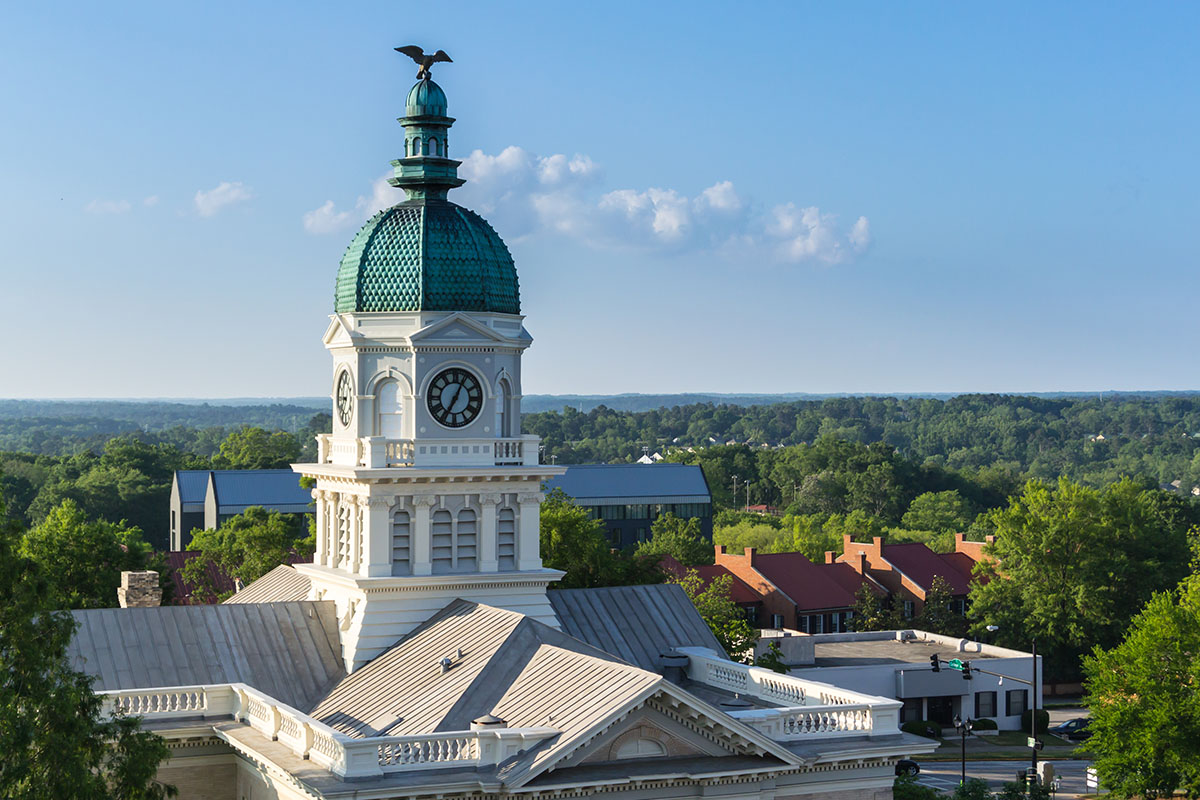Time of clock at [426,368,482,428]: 7:04
